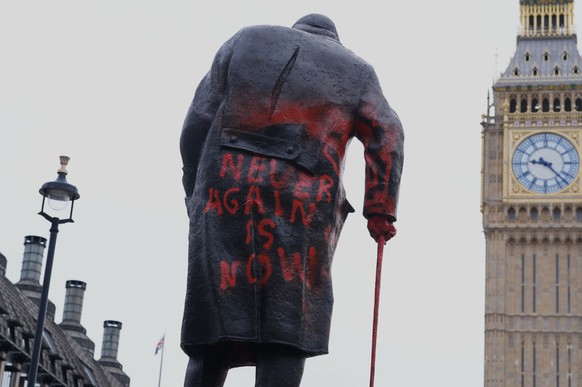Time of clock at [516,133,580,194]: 9:22
